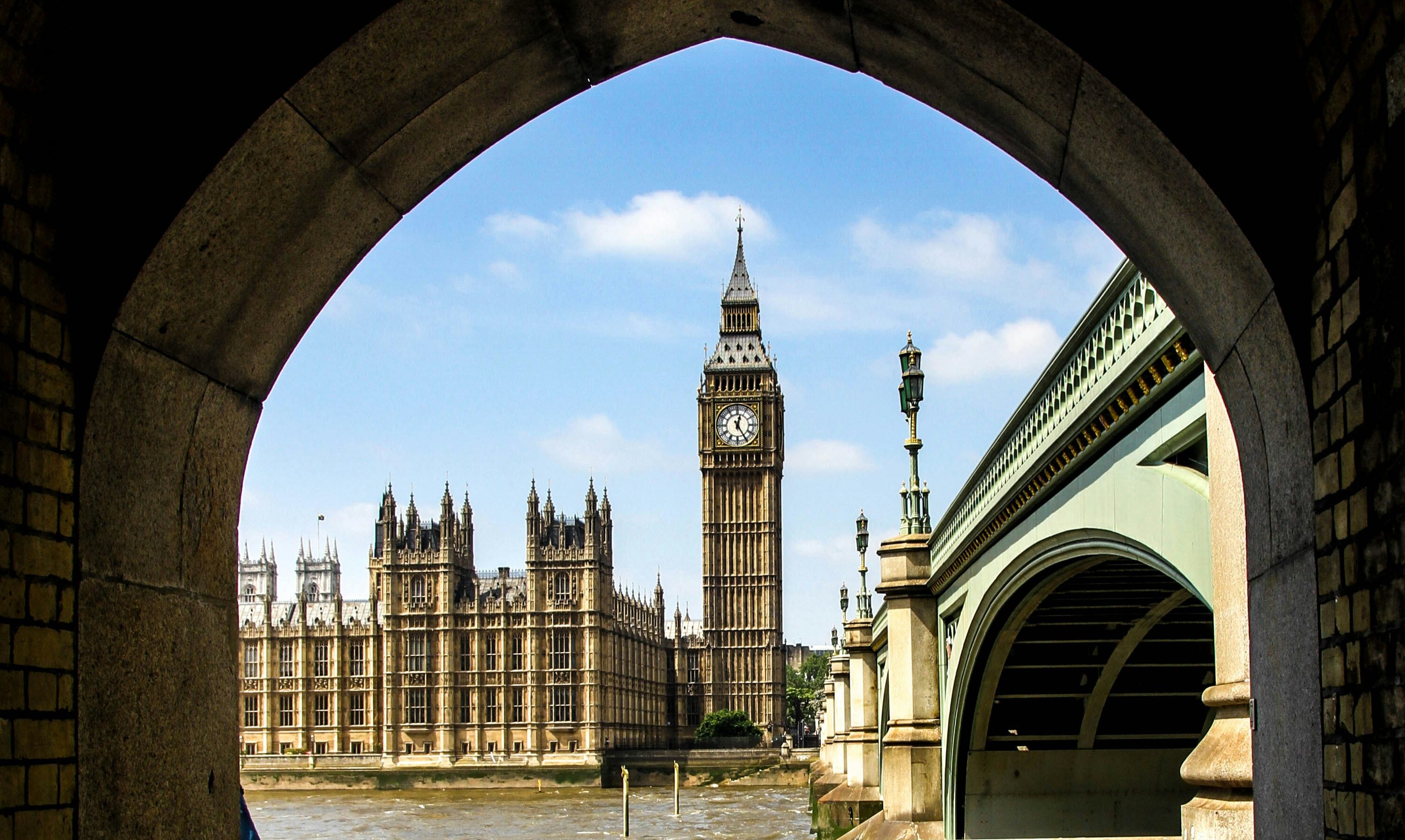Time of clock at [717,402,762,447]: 12:24
